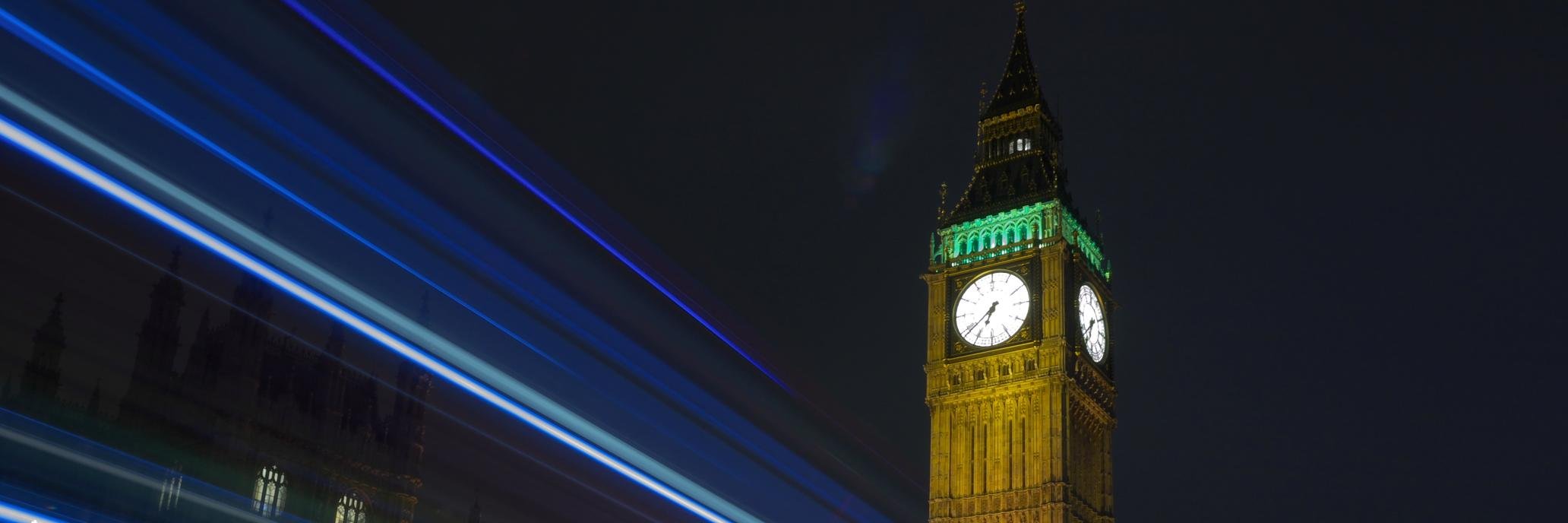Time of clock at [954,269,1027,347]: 6:38
